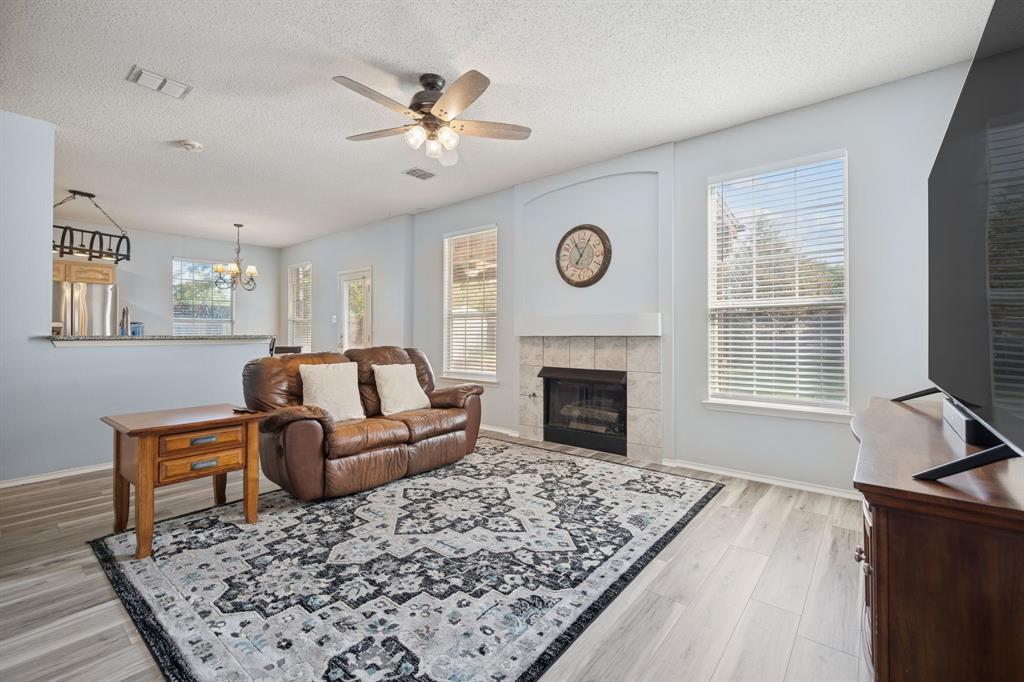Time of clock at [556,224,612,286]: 11:04
